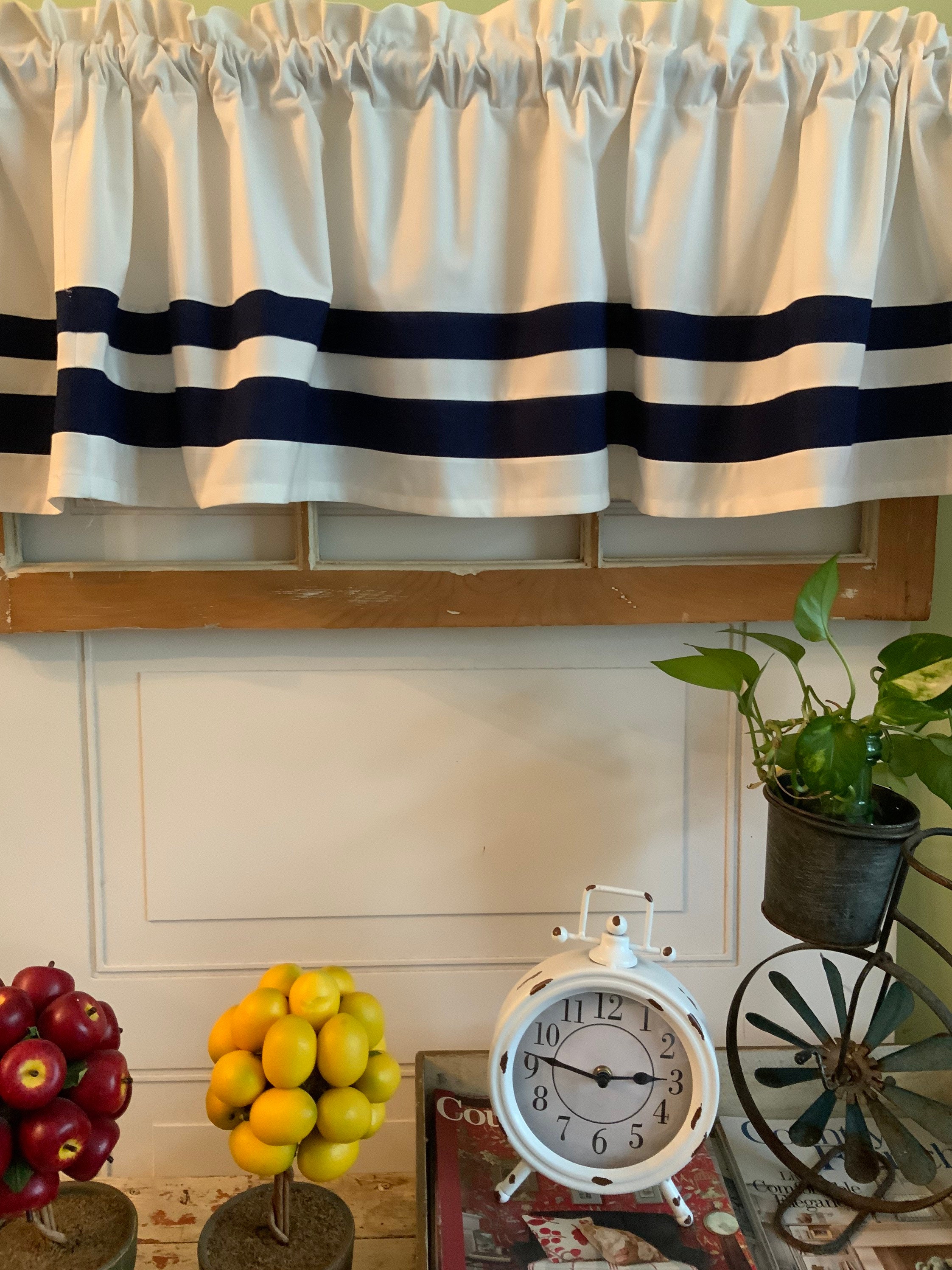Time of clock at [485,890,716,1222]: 2:46
